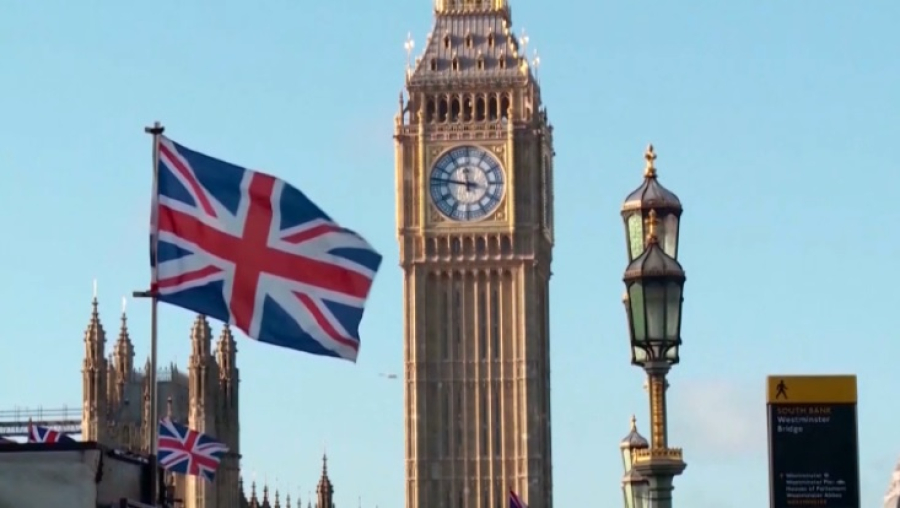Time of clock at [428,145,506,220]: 11:46
